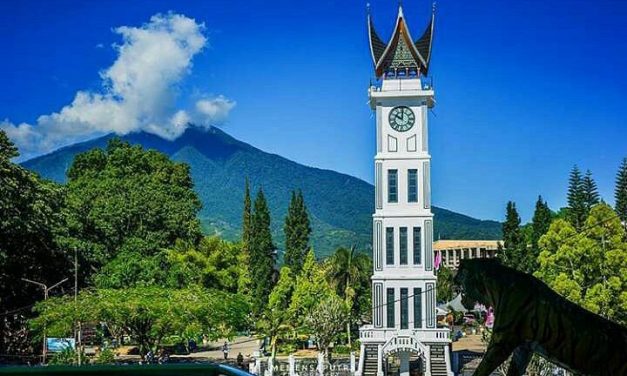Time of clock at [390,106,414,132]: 10:00
